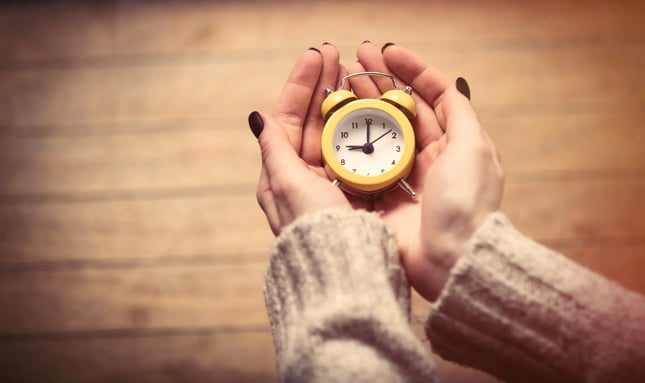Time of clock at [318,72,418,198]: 9:00
